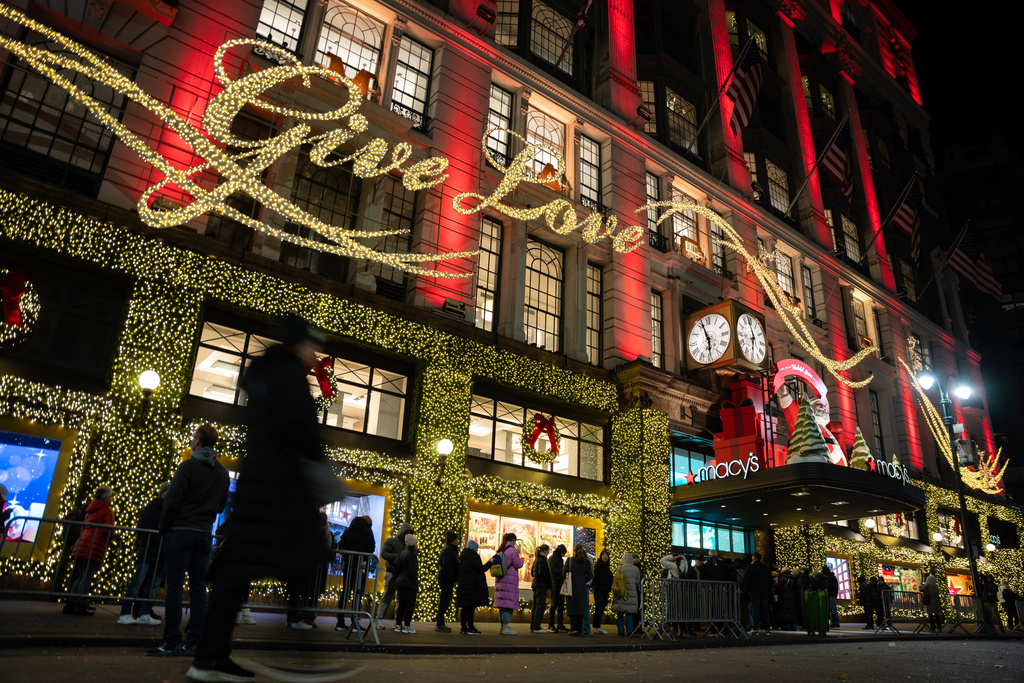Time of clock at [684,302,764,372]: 5:57
